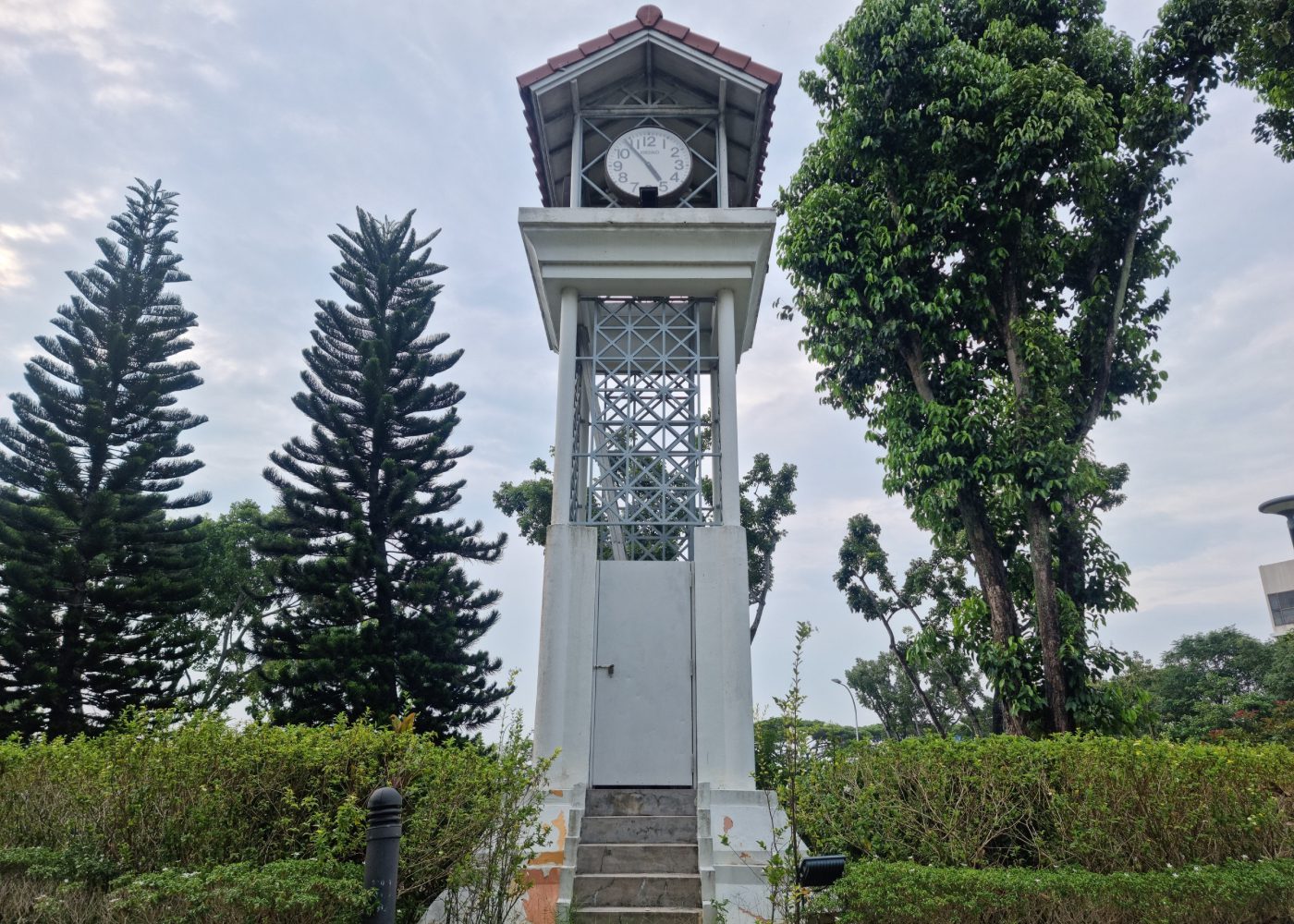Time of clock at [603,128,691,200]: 4:54
